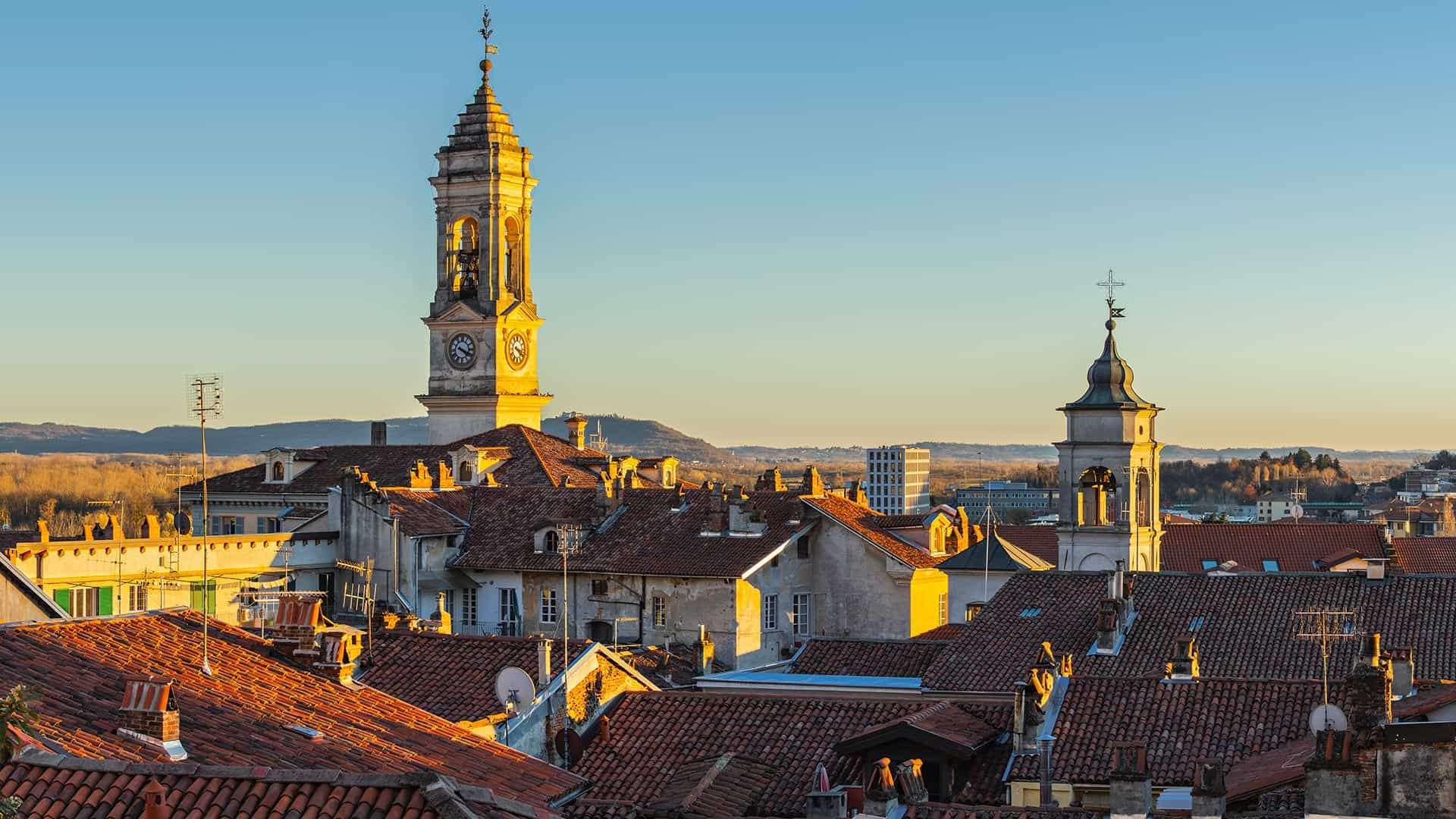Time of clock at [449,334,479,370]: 4:18
